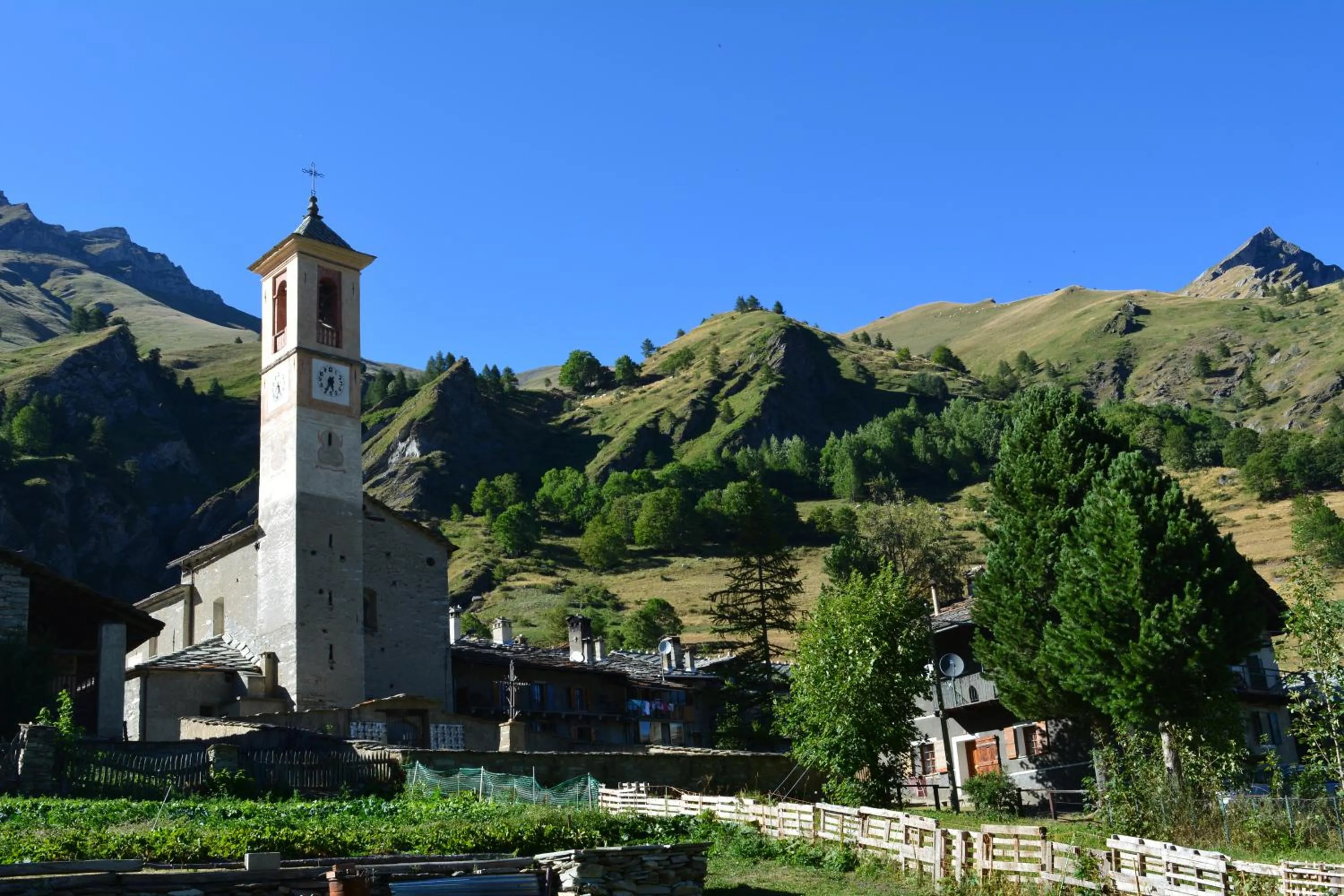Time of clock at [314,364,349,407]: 5:34
